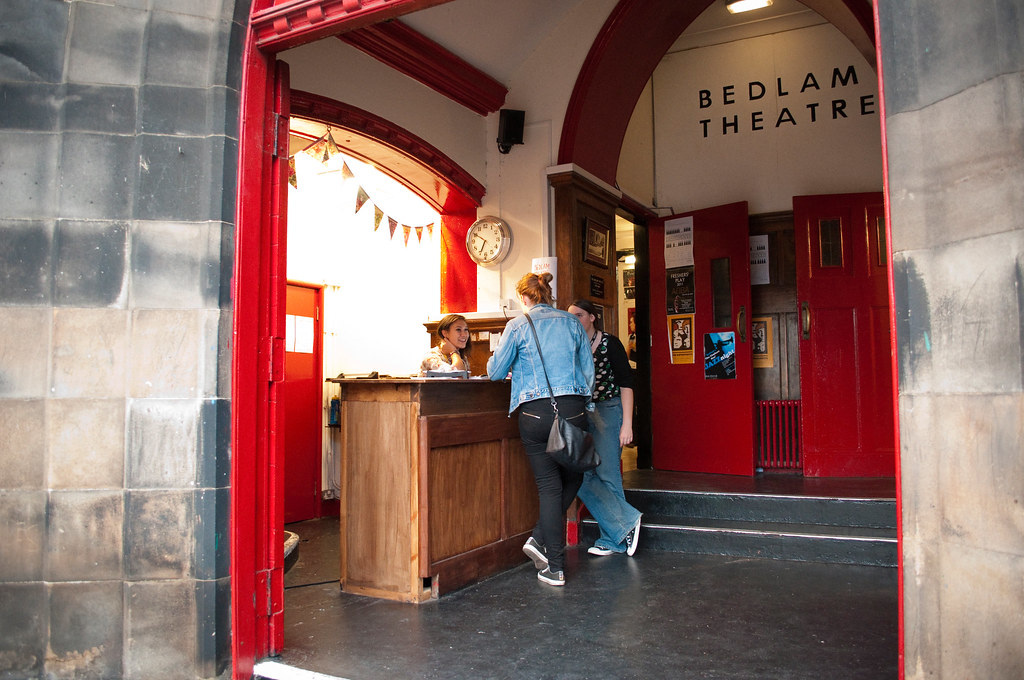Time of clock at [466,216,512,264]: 6:50
